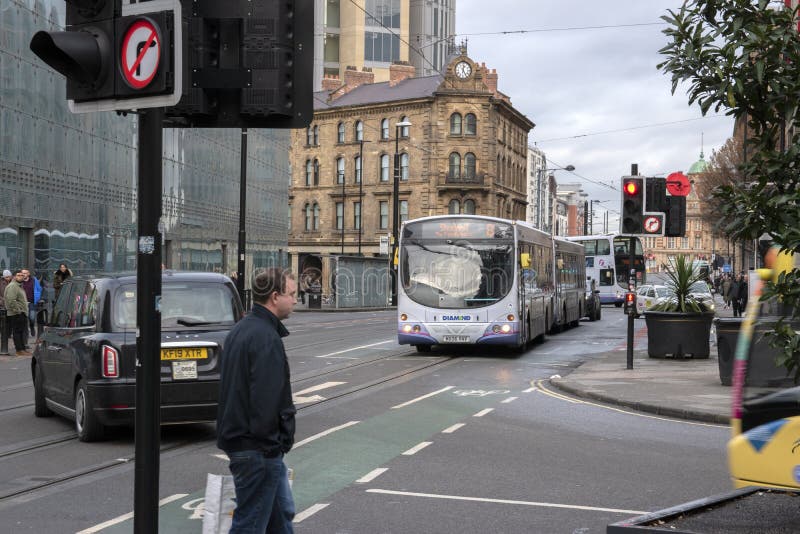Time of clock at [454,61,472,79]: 12:24
